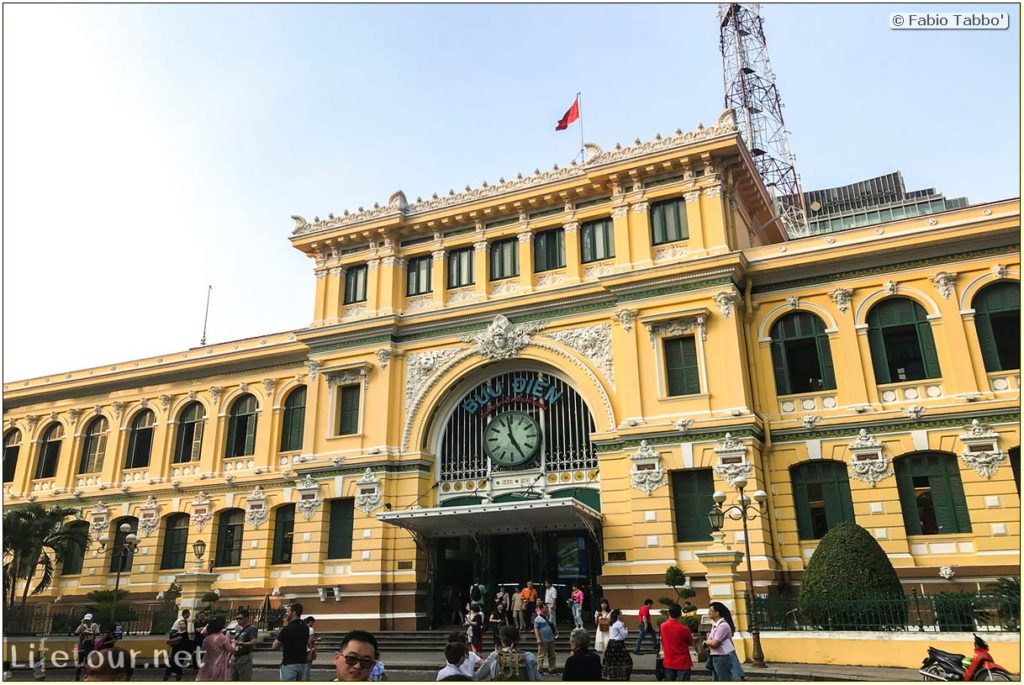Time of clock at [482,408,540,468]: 4:58
